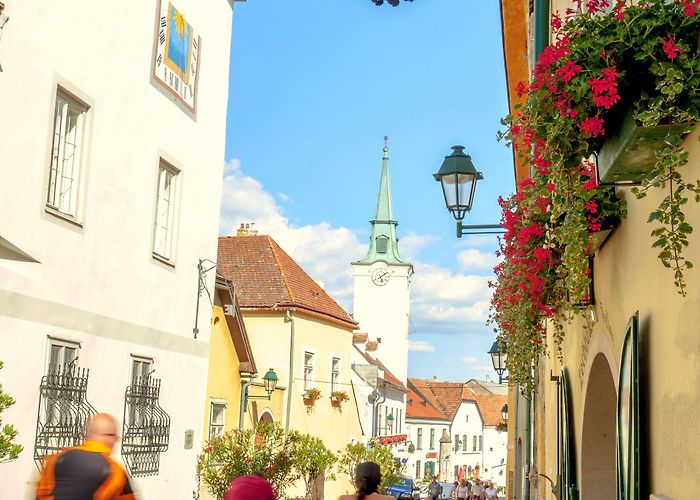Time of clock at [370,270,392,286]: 5:09
